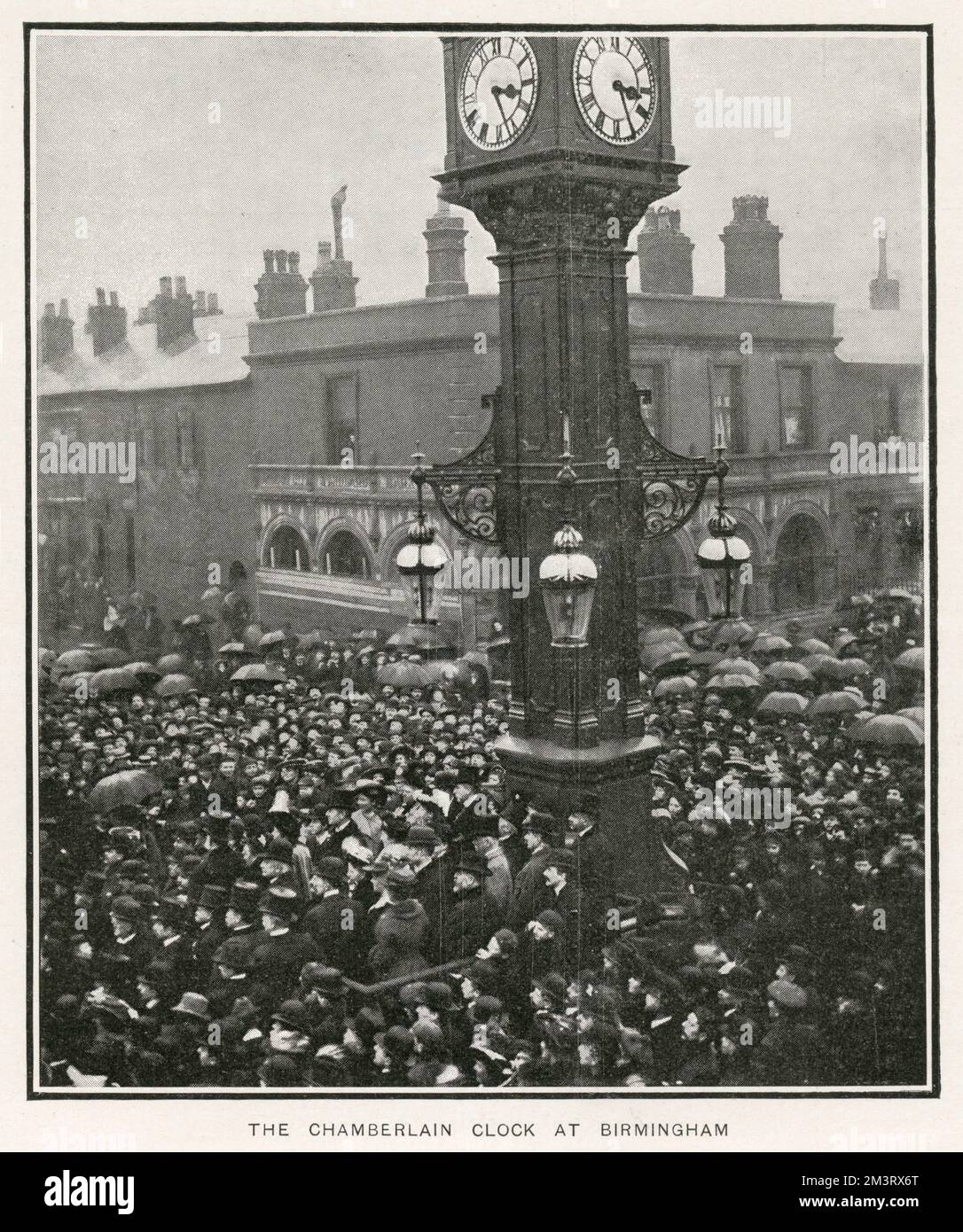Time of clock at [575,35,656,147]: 3:25
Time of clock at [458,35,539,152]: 3:26
